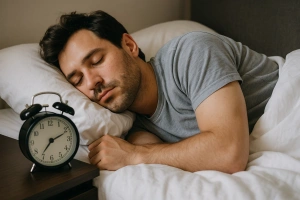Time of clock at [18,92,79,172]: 7:11
